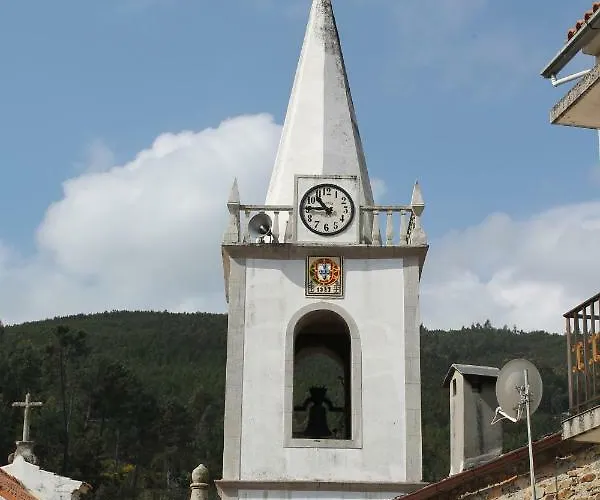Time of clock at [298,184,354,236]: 10:45
